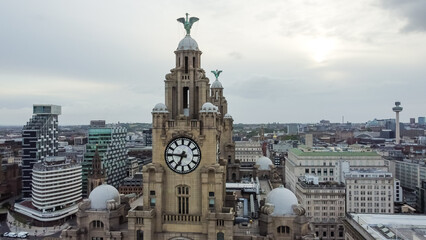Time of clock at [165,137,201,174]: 6:45
